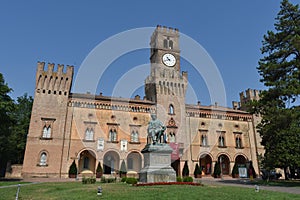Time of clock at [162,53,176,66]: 10:41
